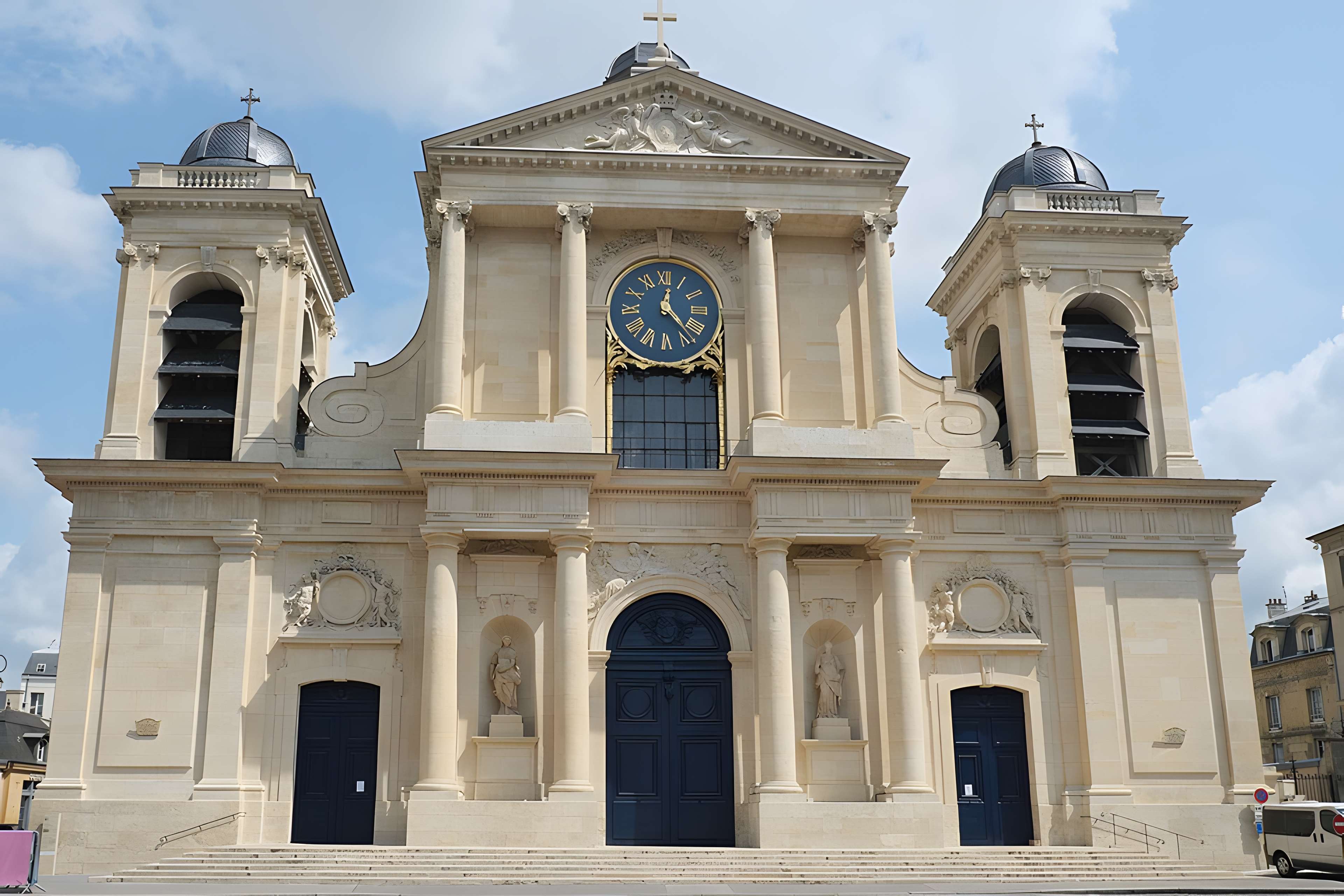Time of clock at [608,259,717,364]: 12:23
